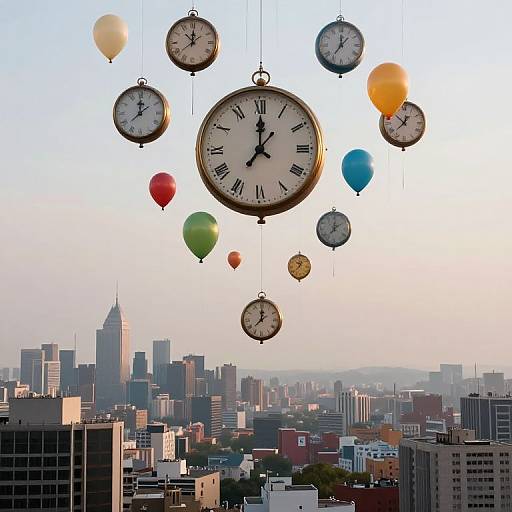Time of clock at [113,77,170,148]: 12:00
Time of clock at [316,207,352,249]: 2:01
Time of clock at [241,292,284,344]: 11:59
